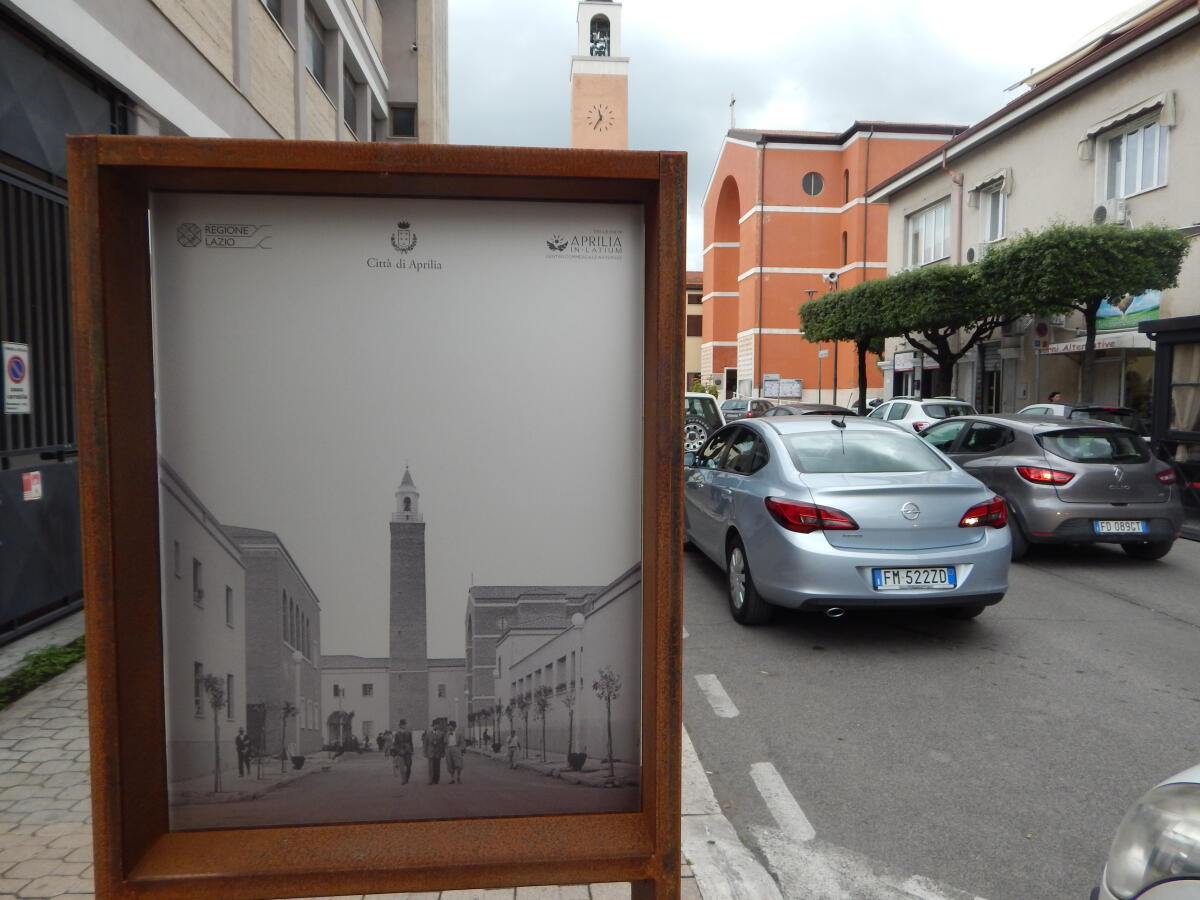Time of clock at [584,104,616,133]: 11:35
